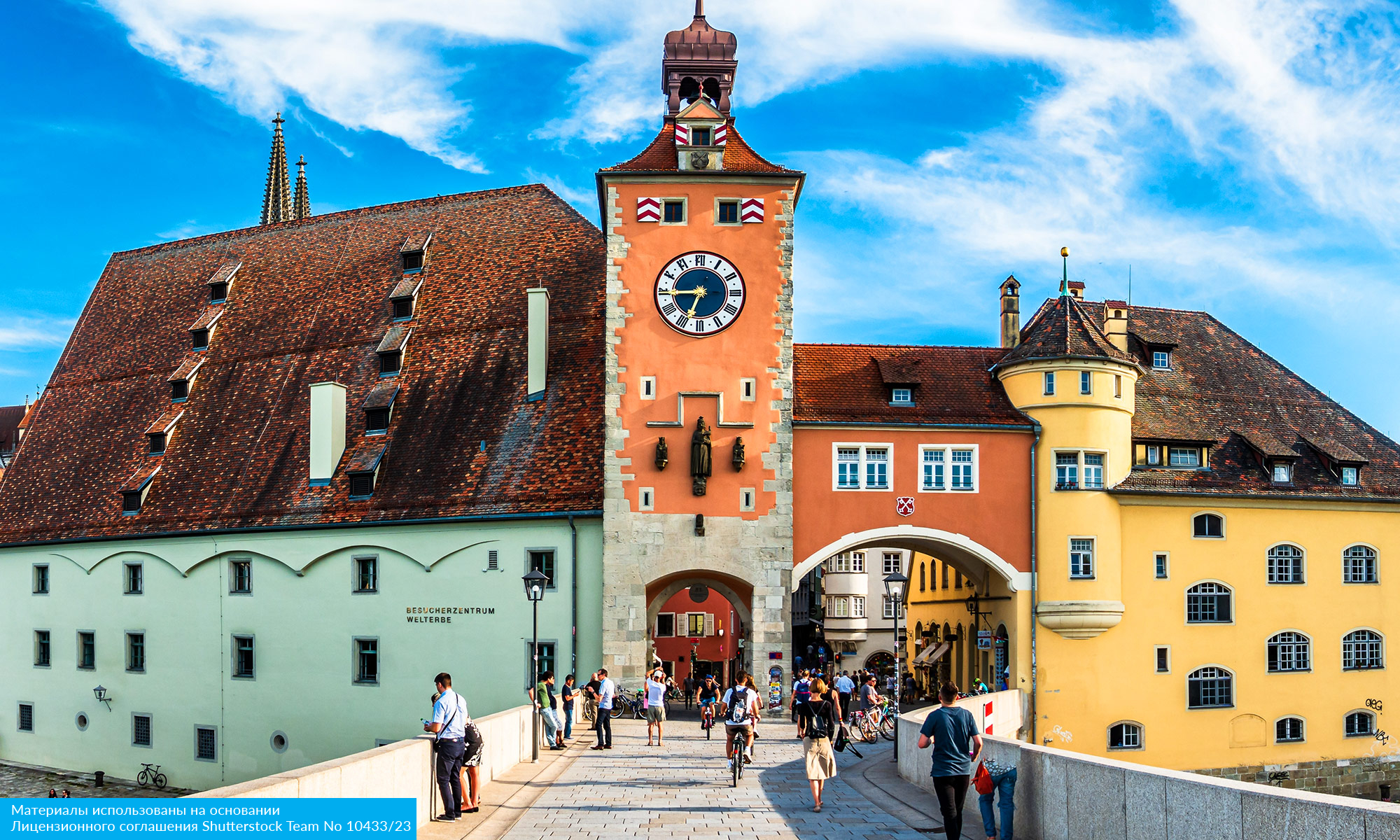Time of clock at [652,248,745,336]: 6:44
